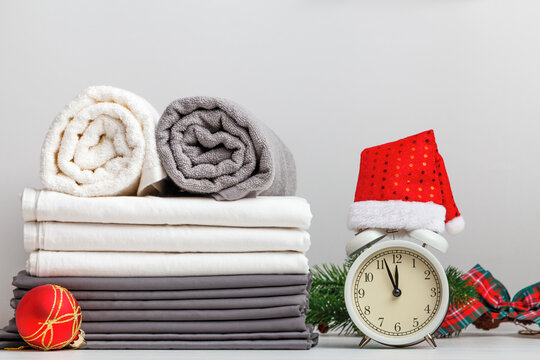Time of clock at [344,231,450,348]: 11:56
